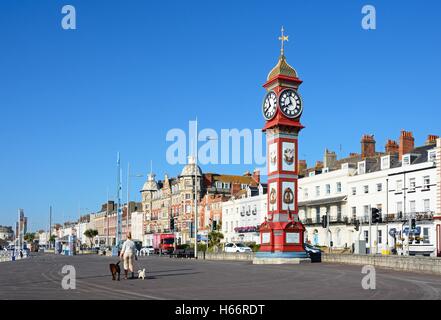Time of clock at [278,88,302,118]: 7:57
